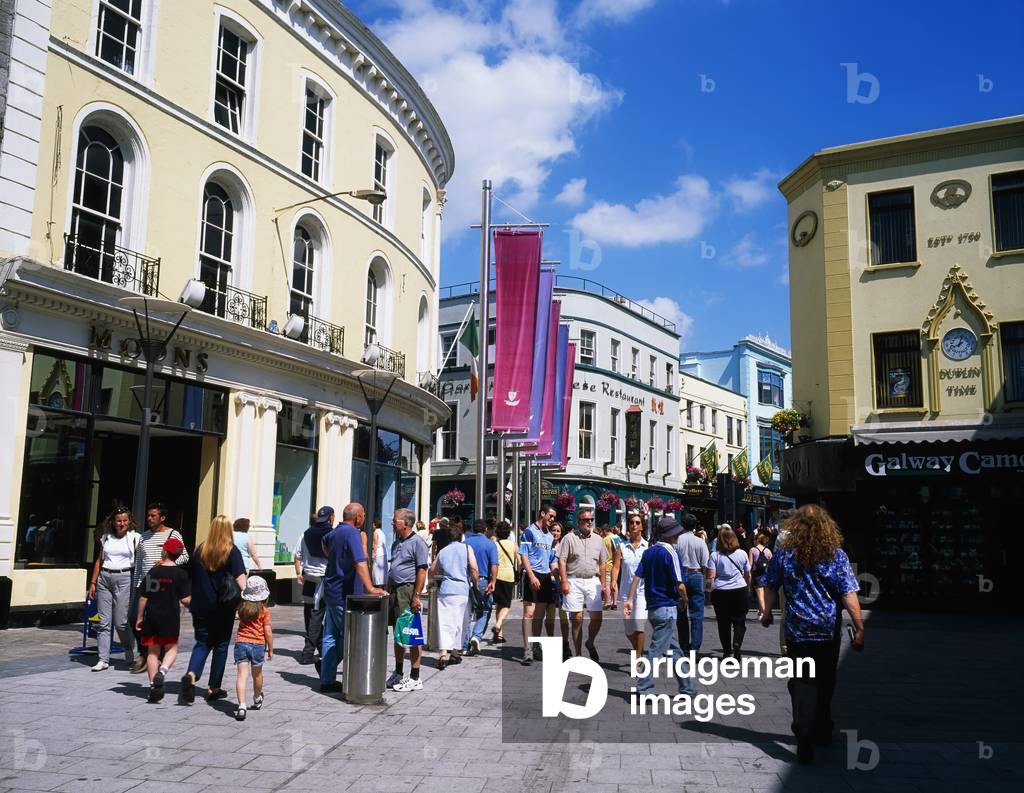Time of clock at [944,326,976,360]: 8:02
